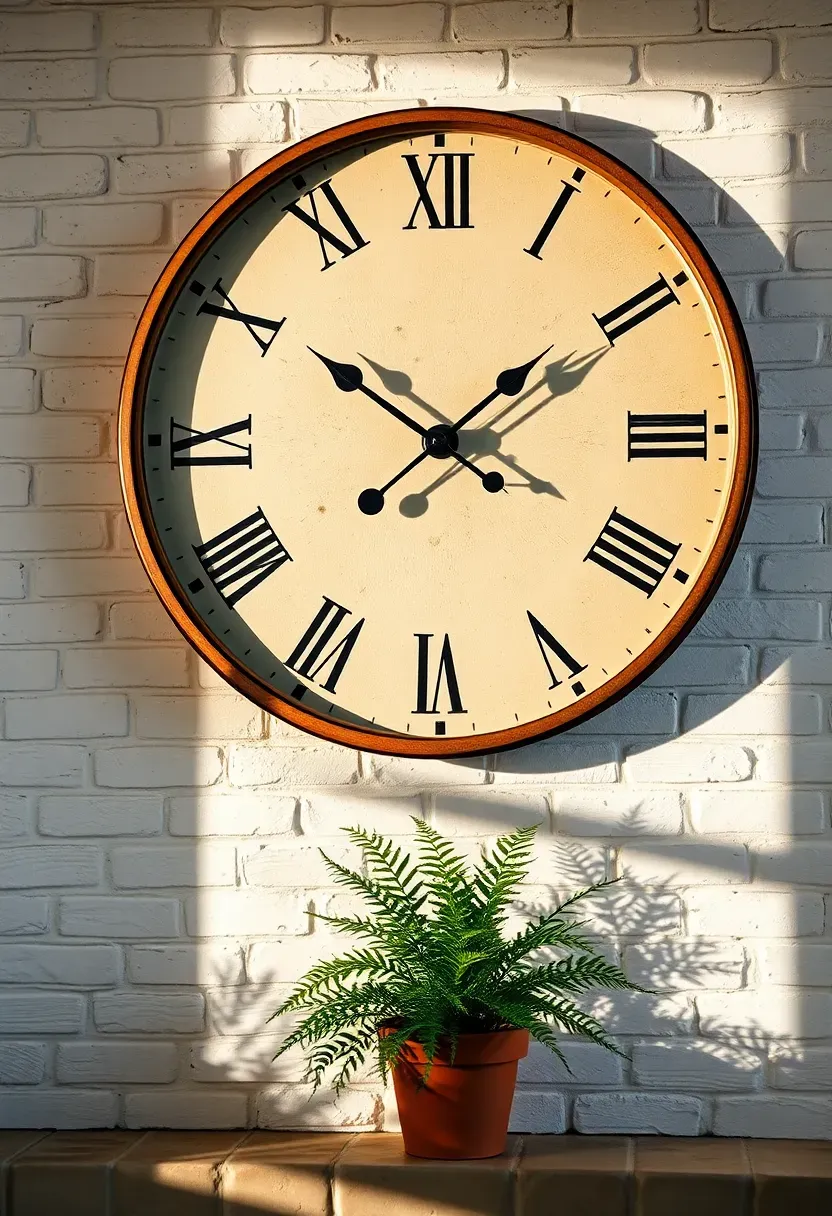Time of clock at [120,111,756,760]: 1:50
